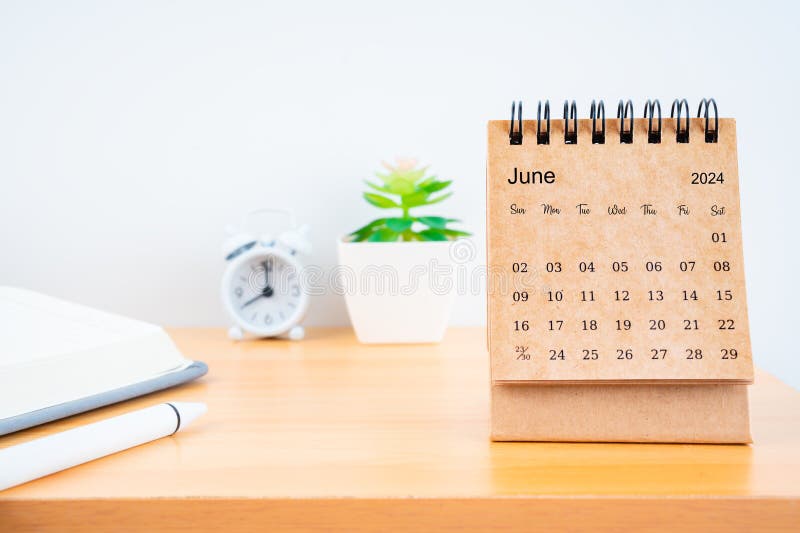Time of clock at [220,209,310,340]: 7:59
